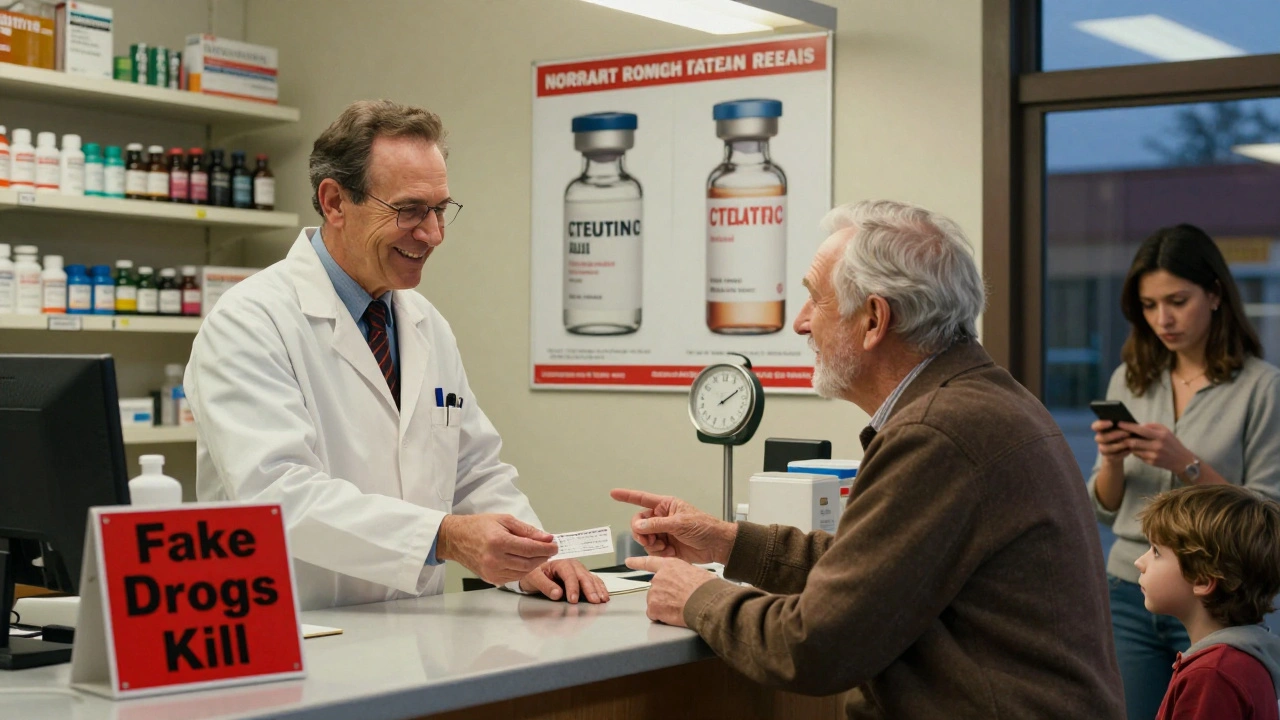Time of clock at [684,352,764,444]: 2:10
